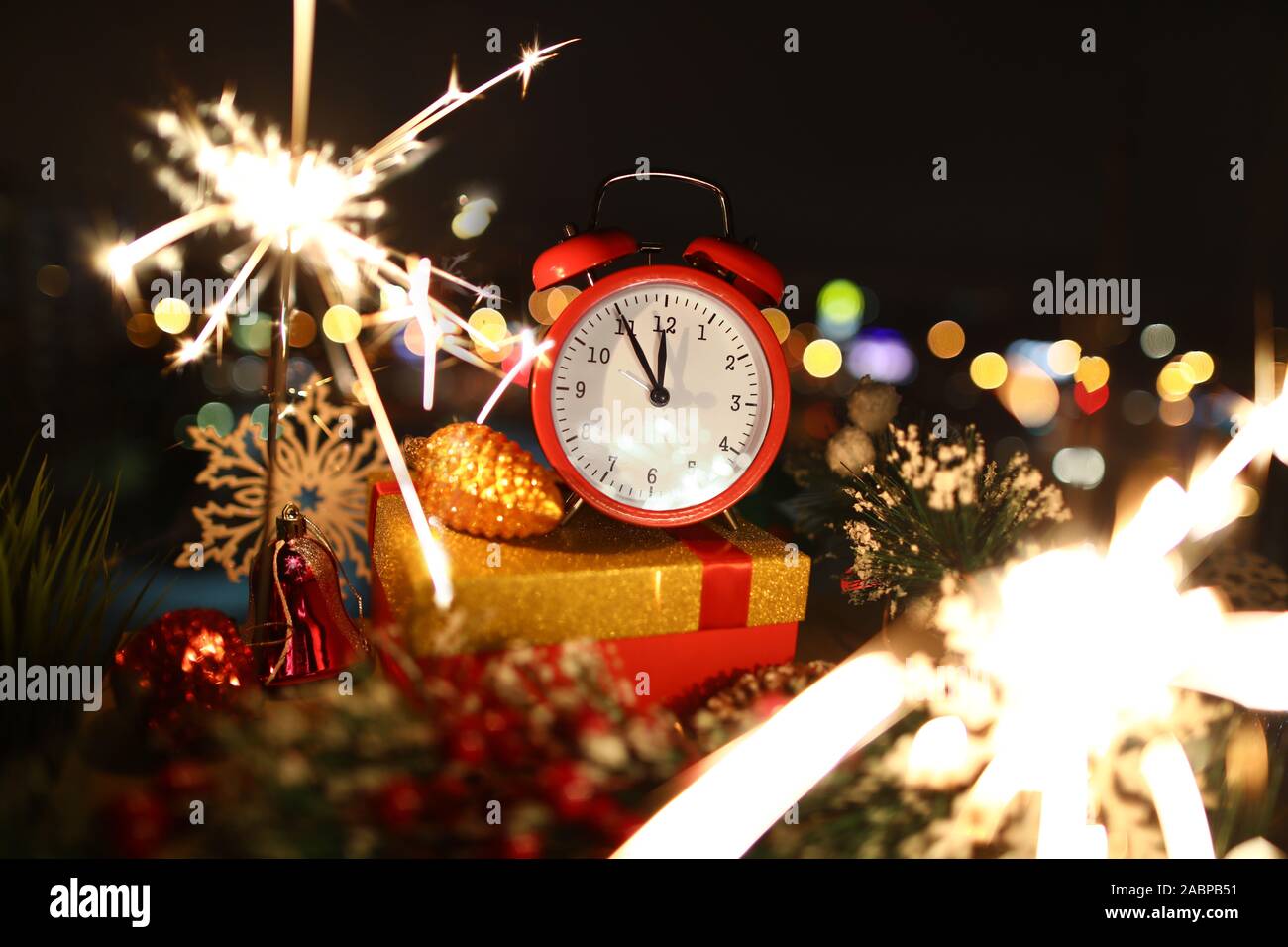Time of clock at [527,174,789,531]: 11:54
